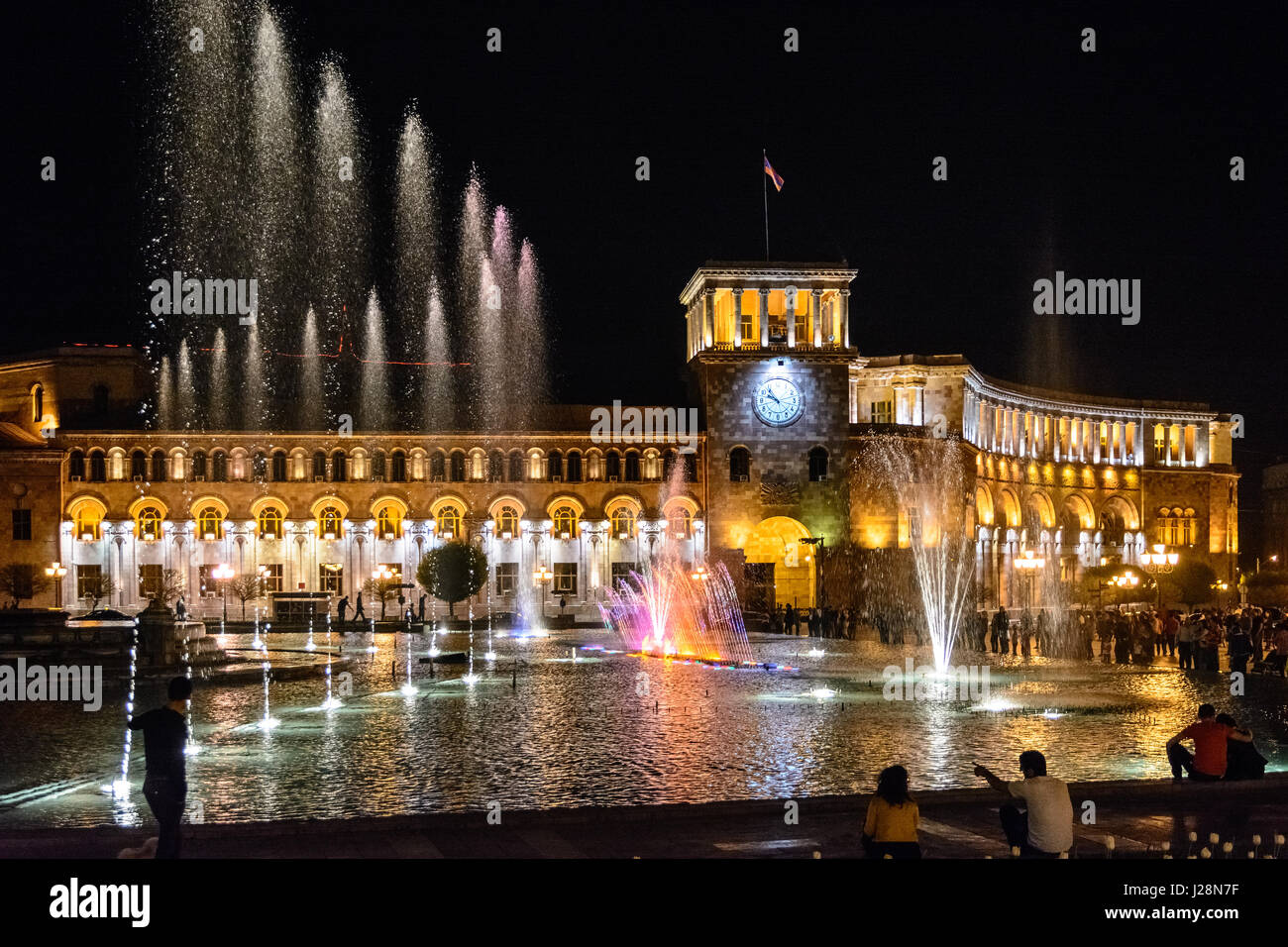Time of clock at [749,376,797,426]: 9:53
